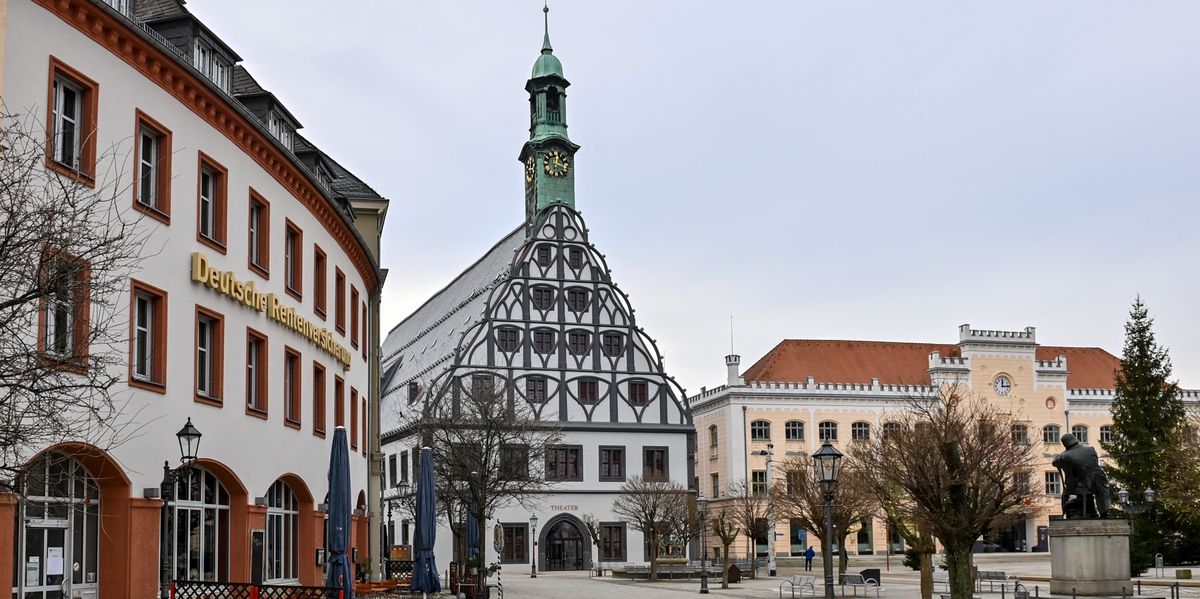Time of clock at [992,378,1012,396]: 12:14
